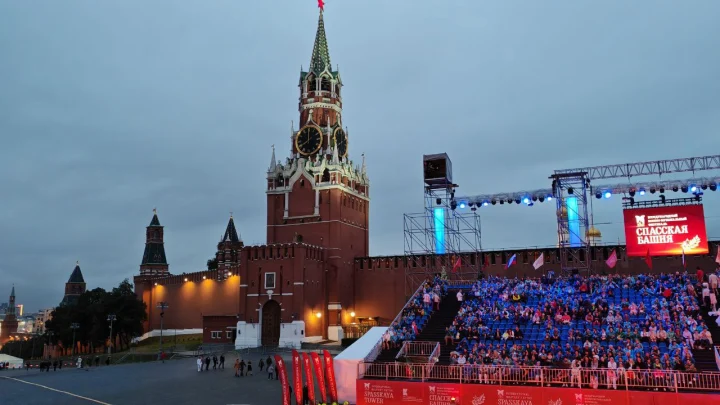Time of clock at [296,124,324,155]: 7:59
